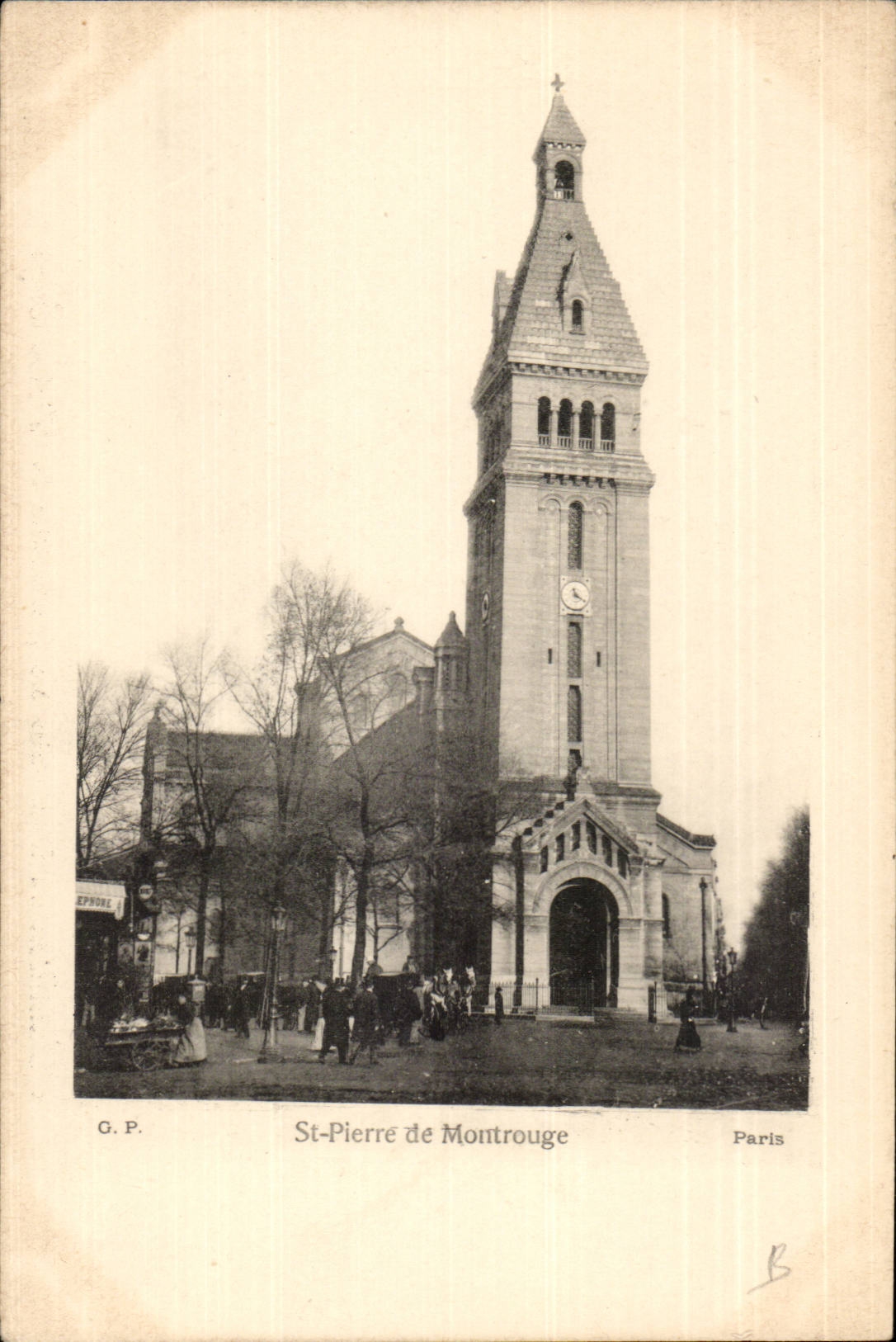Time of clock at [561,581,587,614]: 11:21
